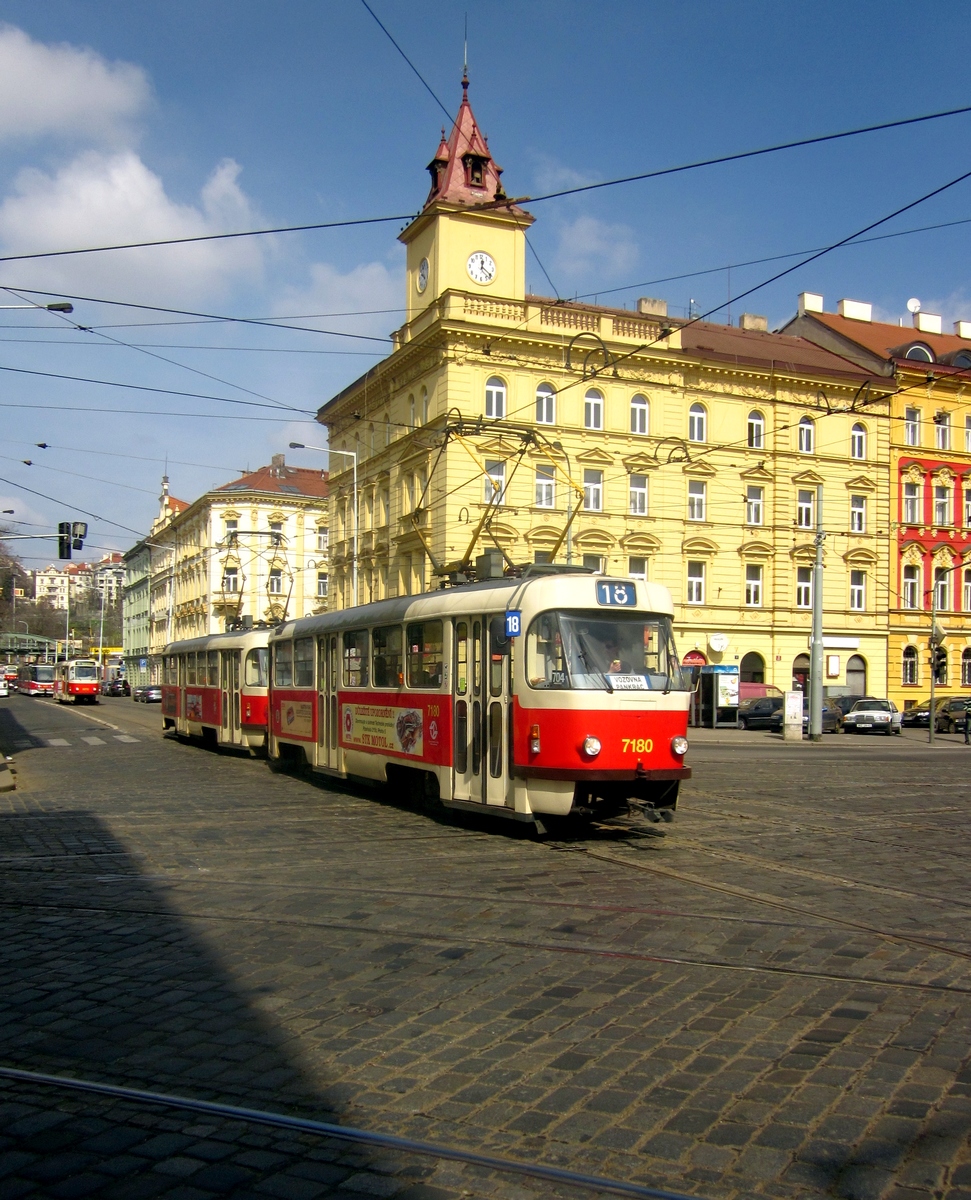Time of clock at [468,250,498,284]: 12:20
